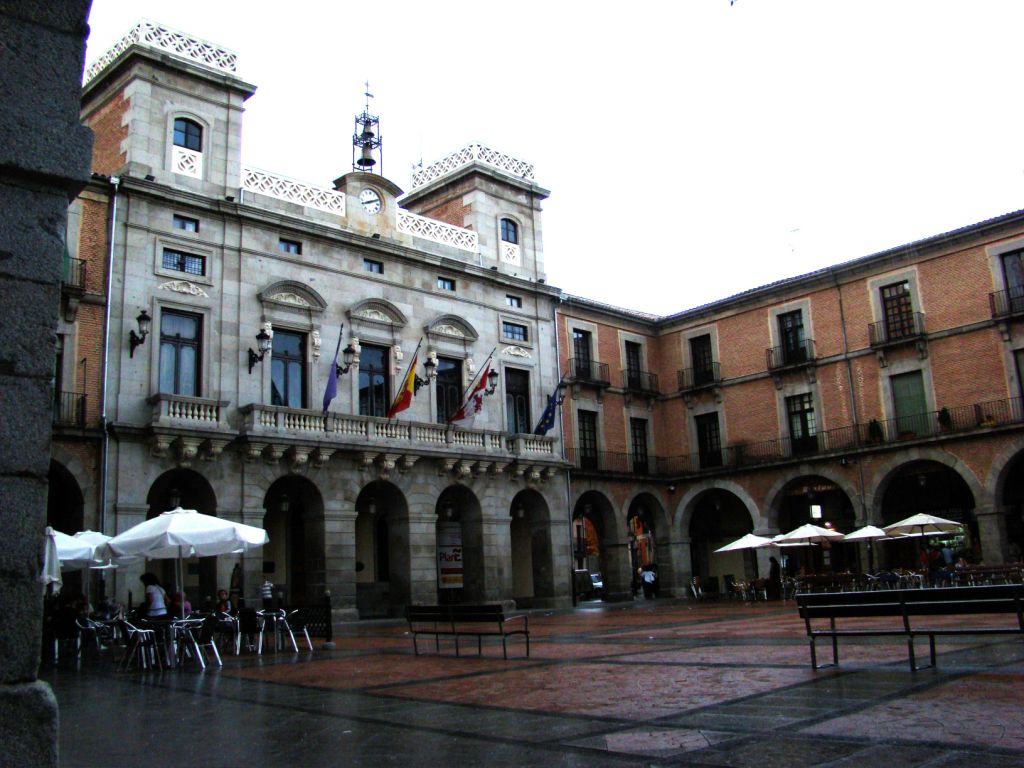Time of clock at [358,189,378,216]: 8:11
